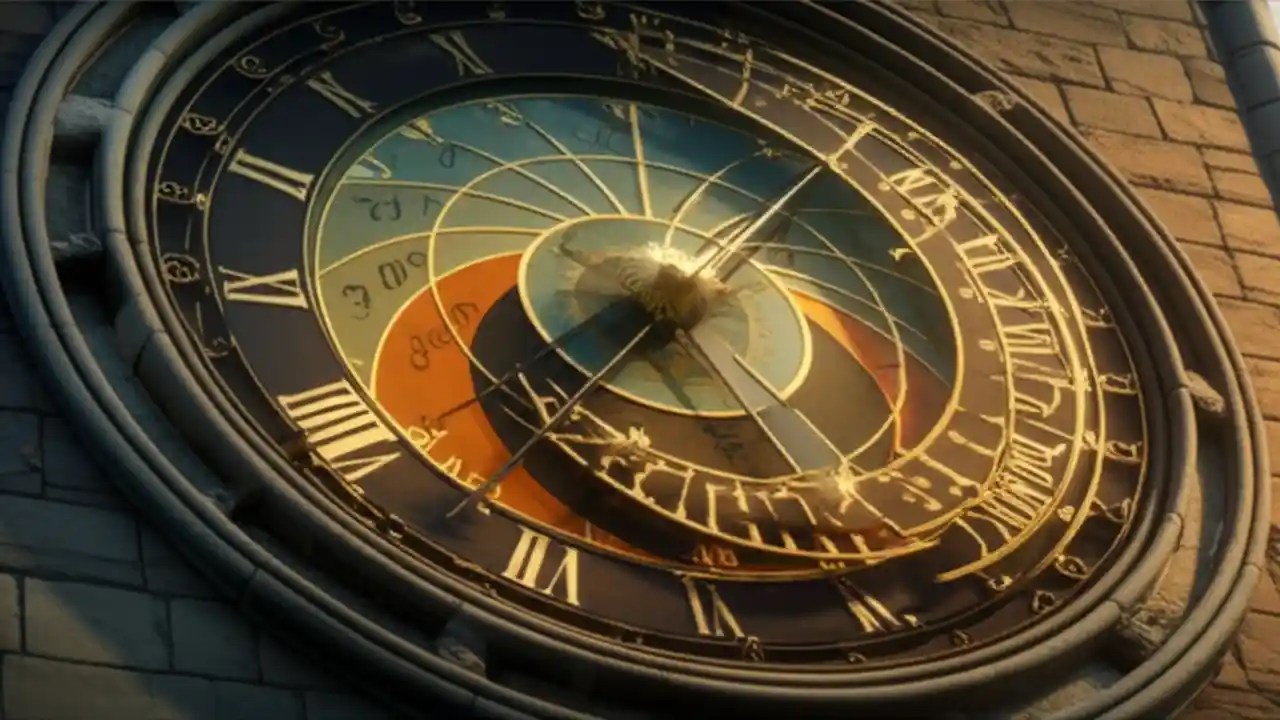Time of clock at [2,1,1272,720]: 8:07
